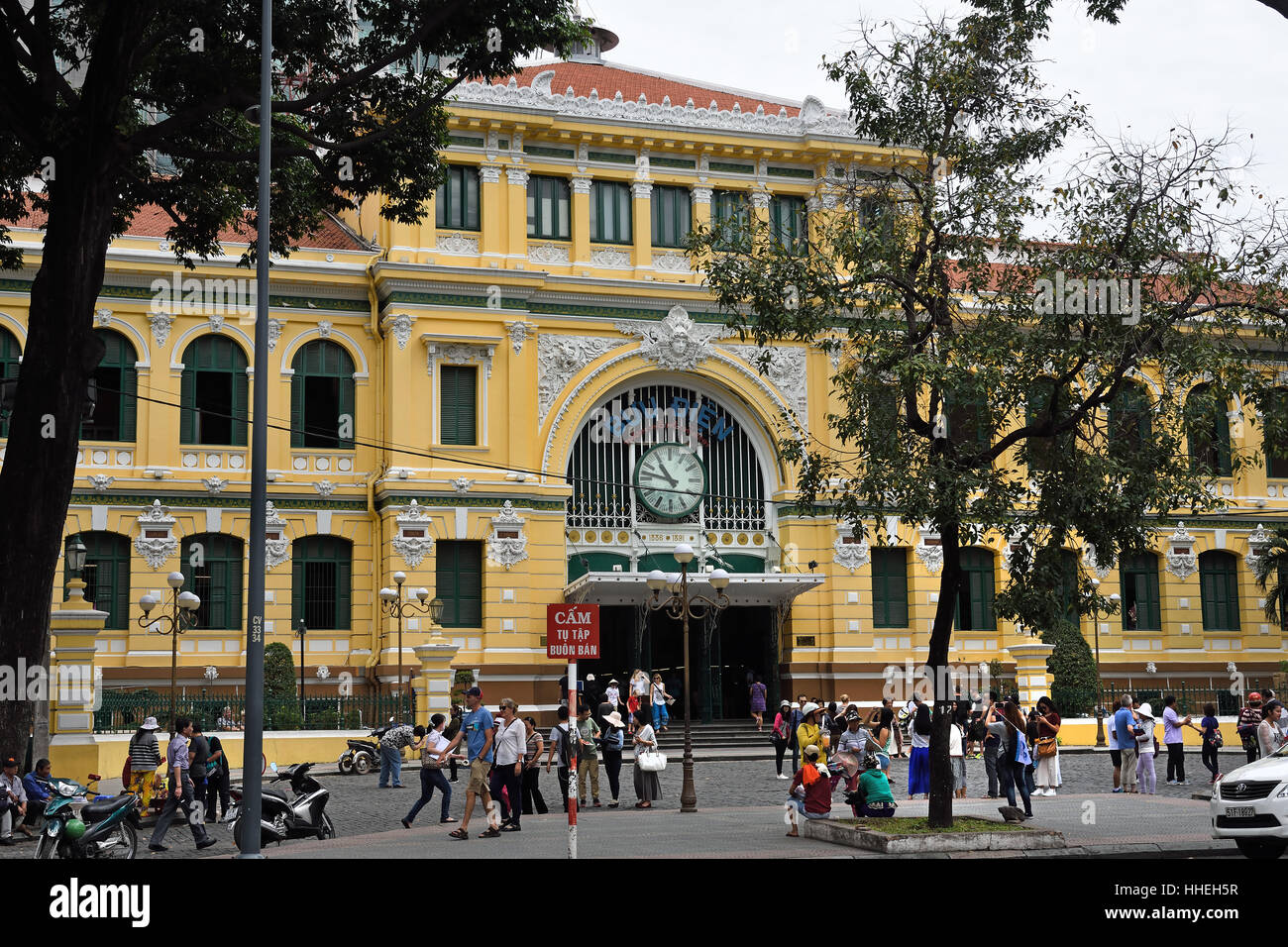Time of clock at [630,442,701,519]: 10:47
